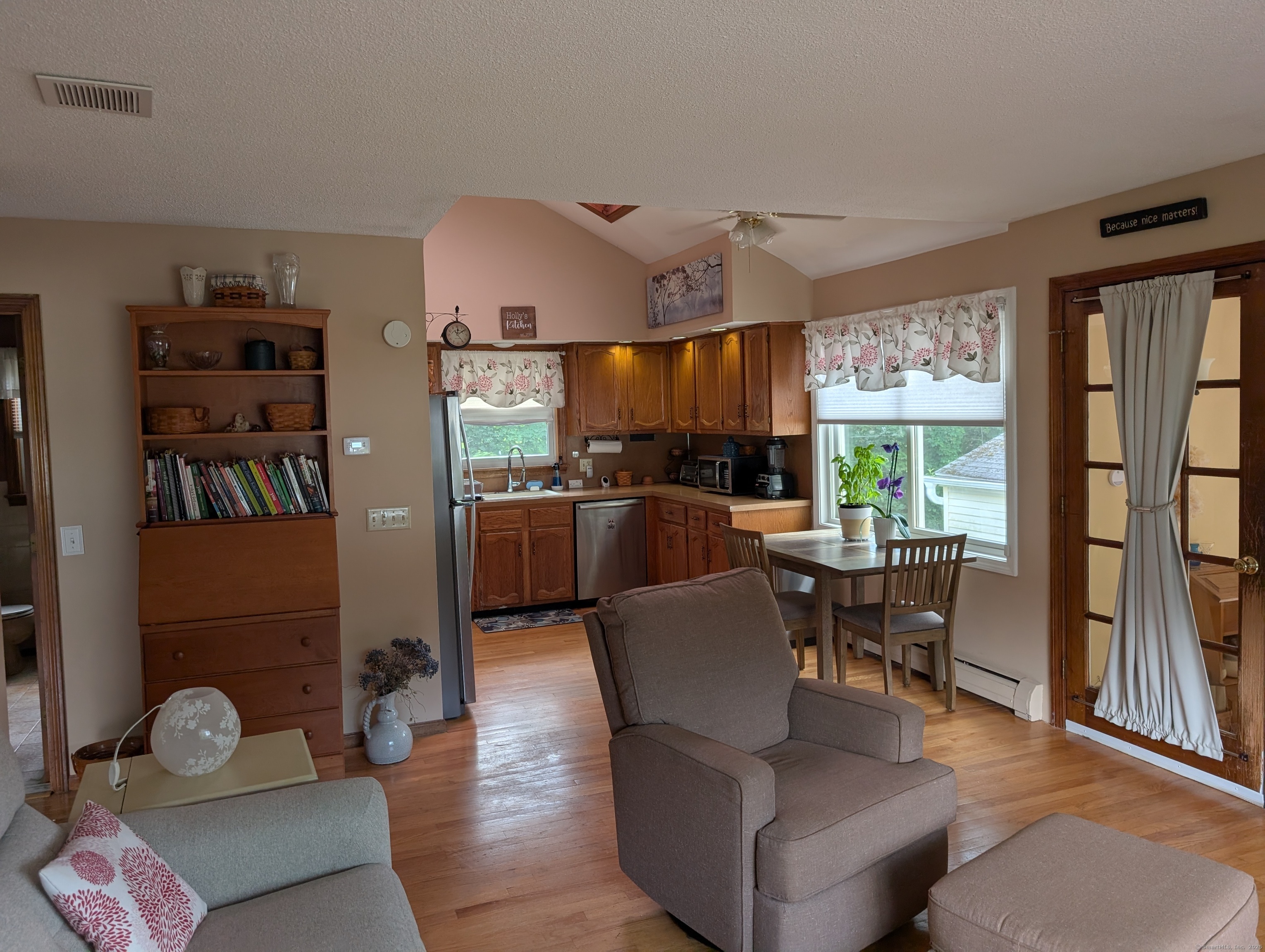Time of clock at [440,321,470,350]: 12:09
